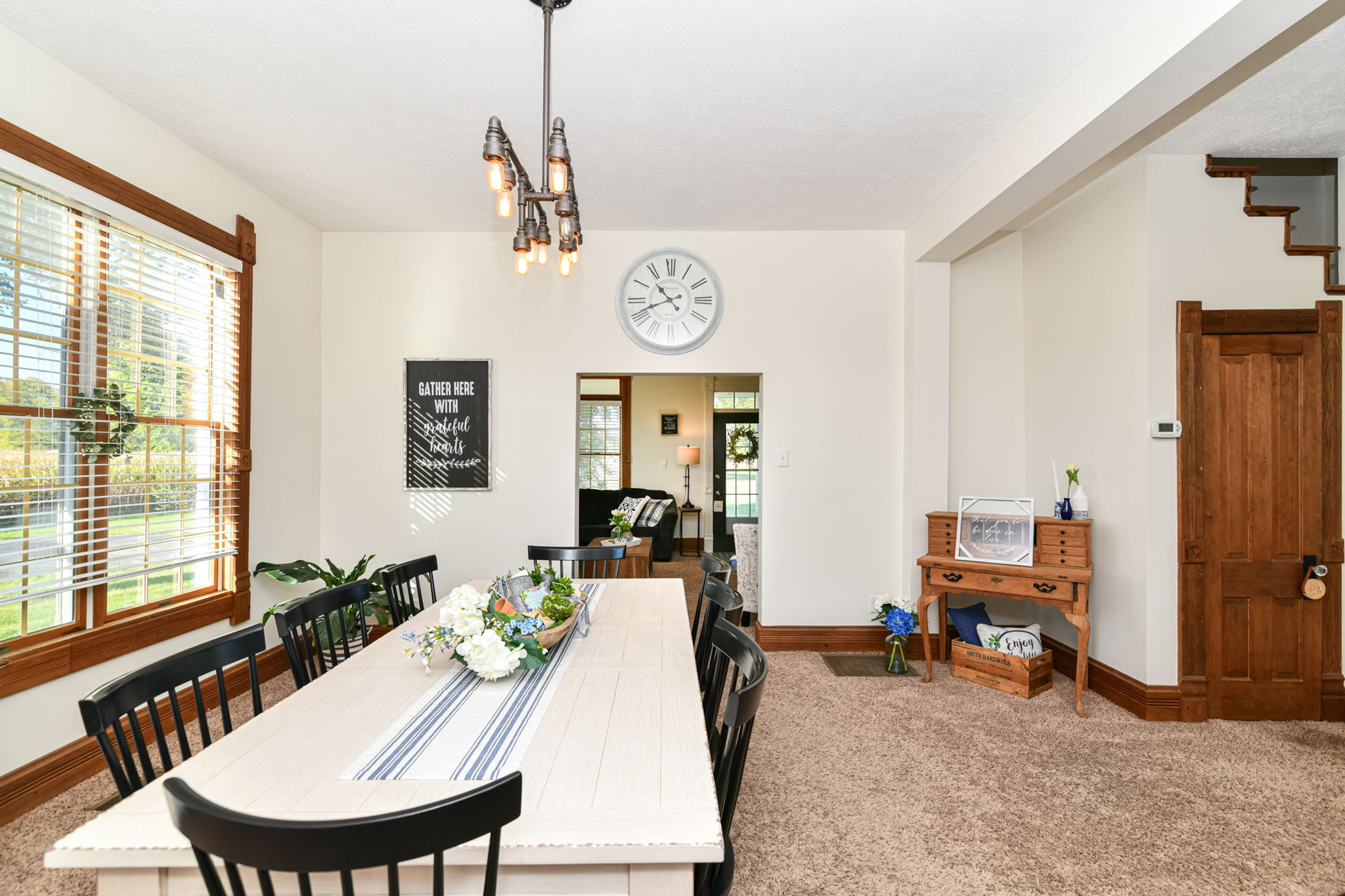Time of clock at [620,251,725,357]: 10:41
